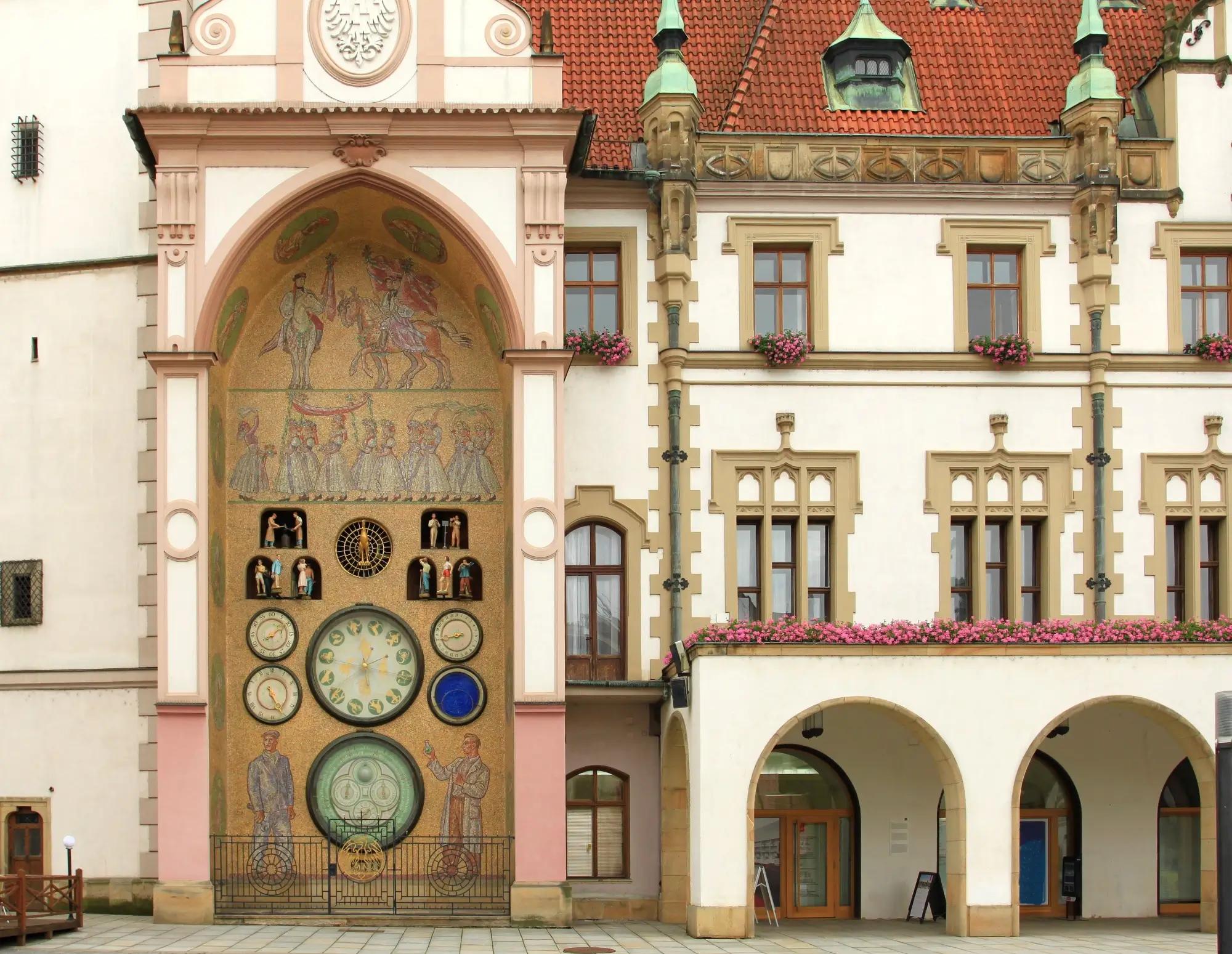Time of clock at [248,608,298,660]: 8:09
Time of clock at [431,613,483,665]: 8:42
